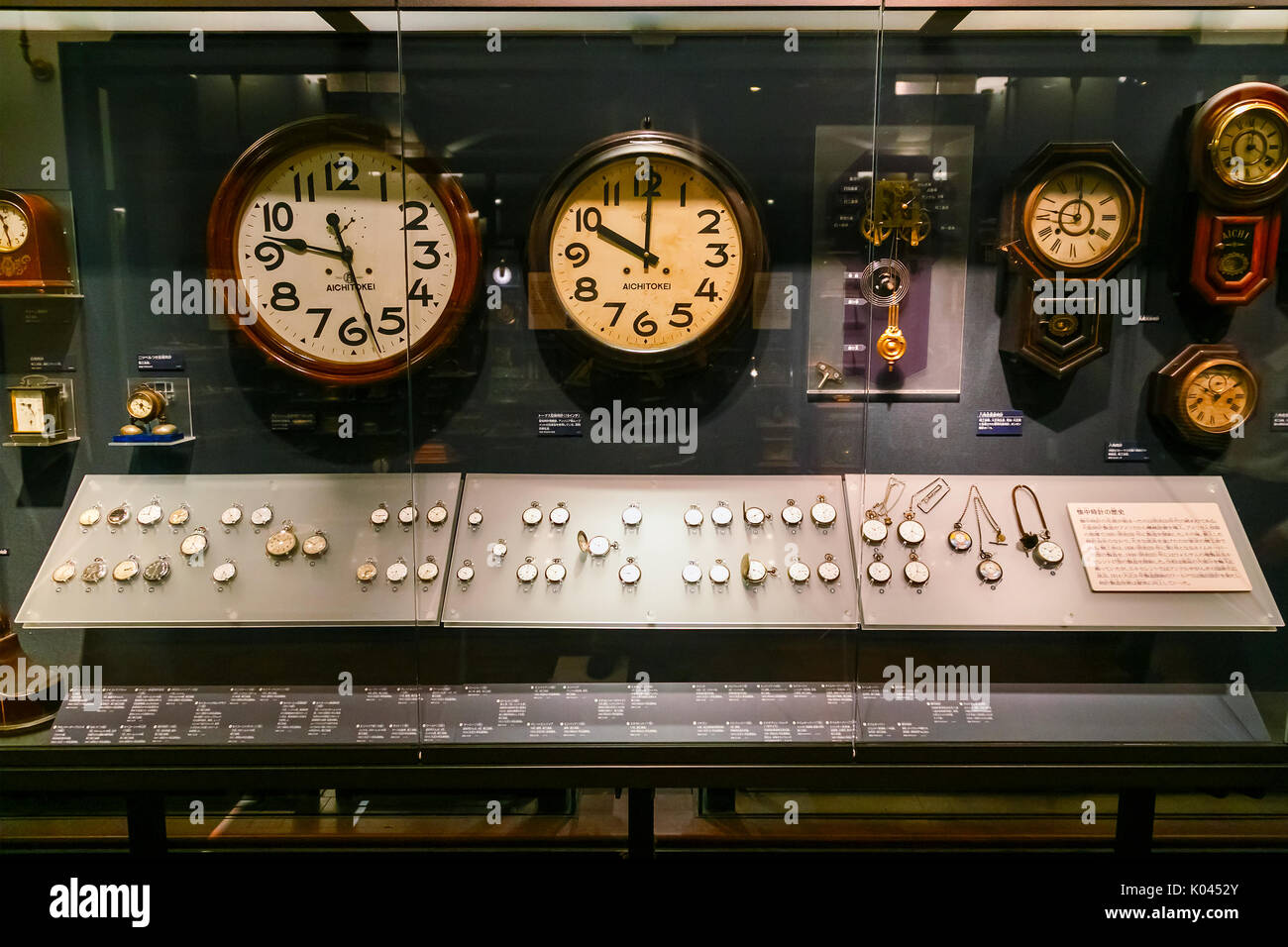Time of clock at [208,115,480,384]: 9:27
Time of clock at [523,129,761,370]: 10:00
